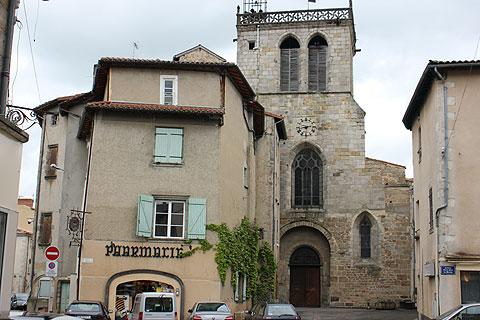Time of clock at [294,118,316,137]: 6:13
